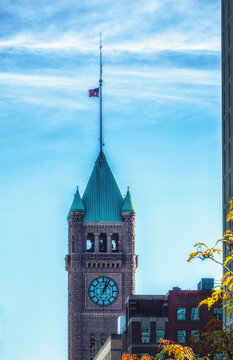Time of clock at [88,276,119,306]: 1:02
